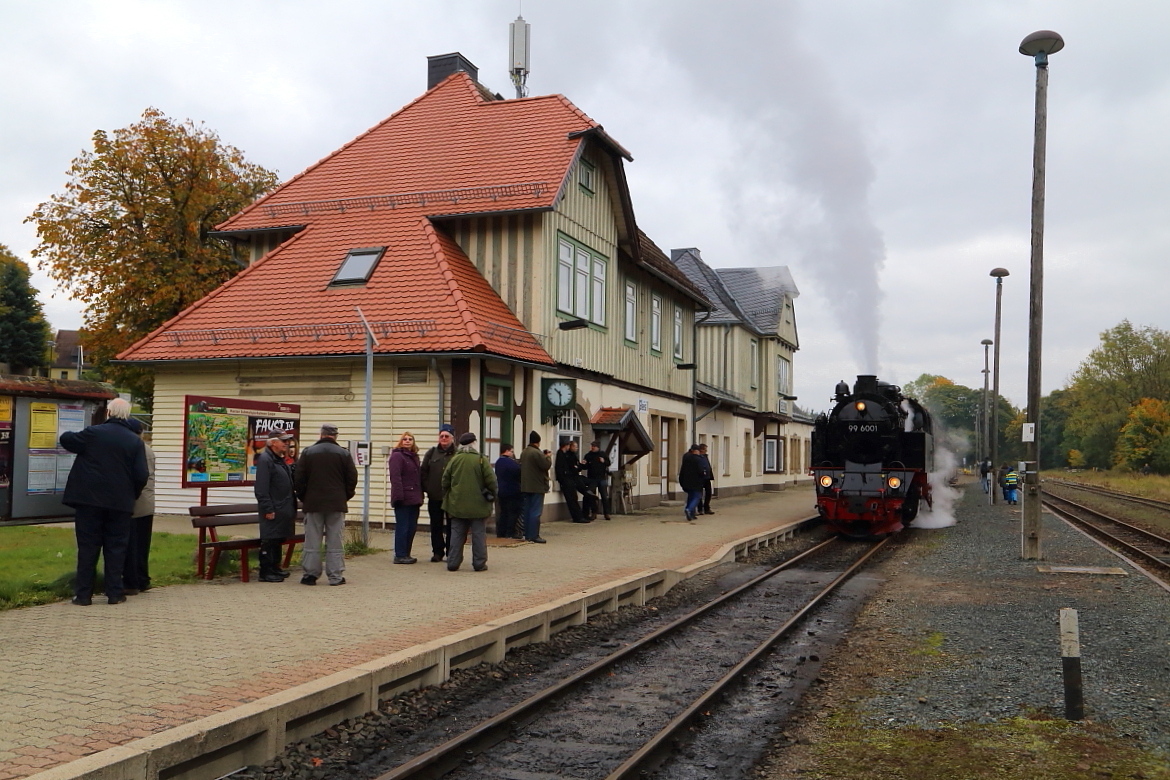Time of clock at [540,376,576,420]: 10:29
